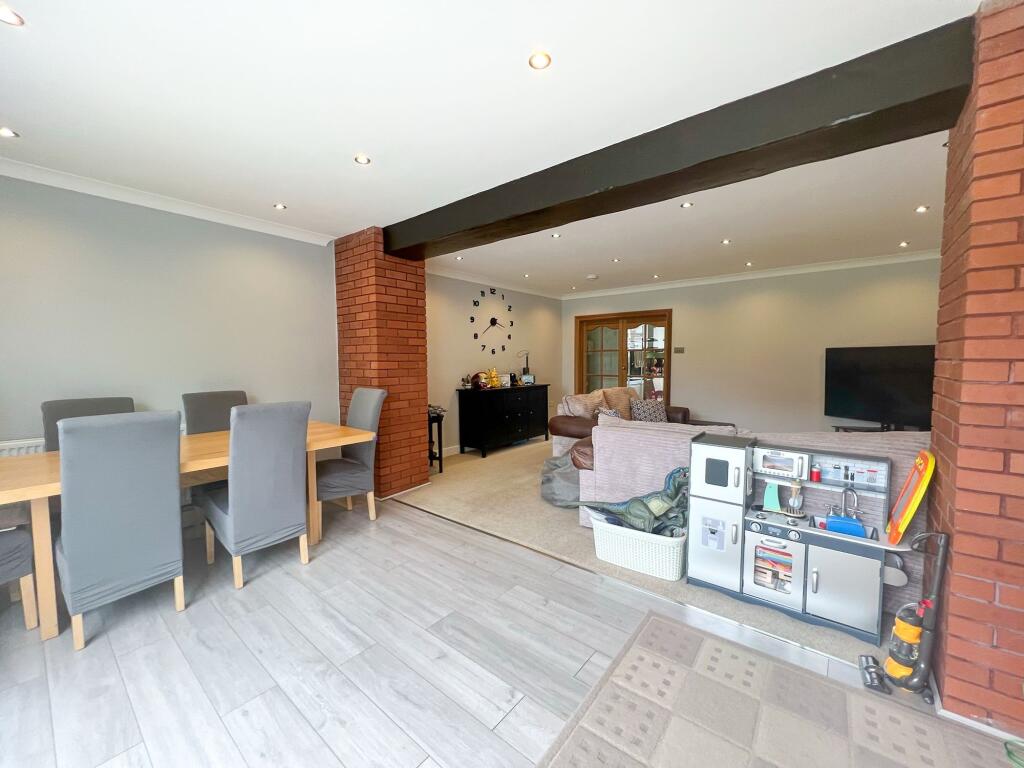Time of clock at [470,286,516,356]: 3:39
